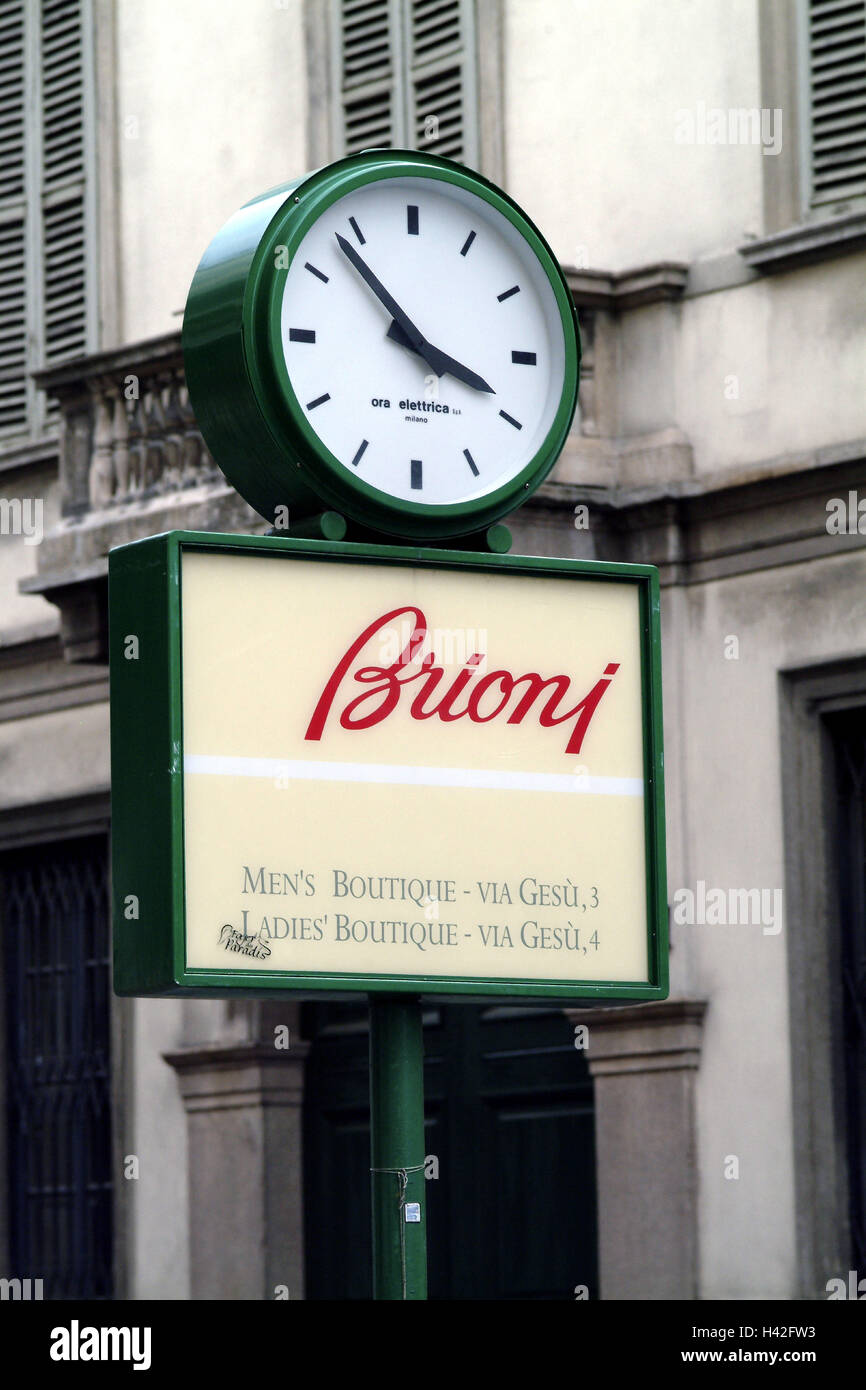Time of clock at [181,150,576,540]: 3:53
